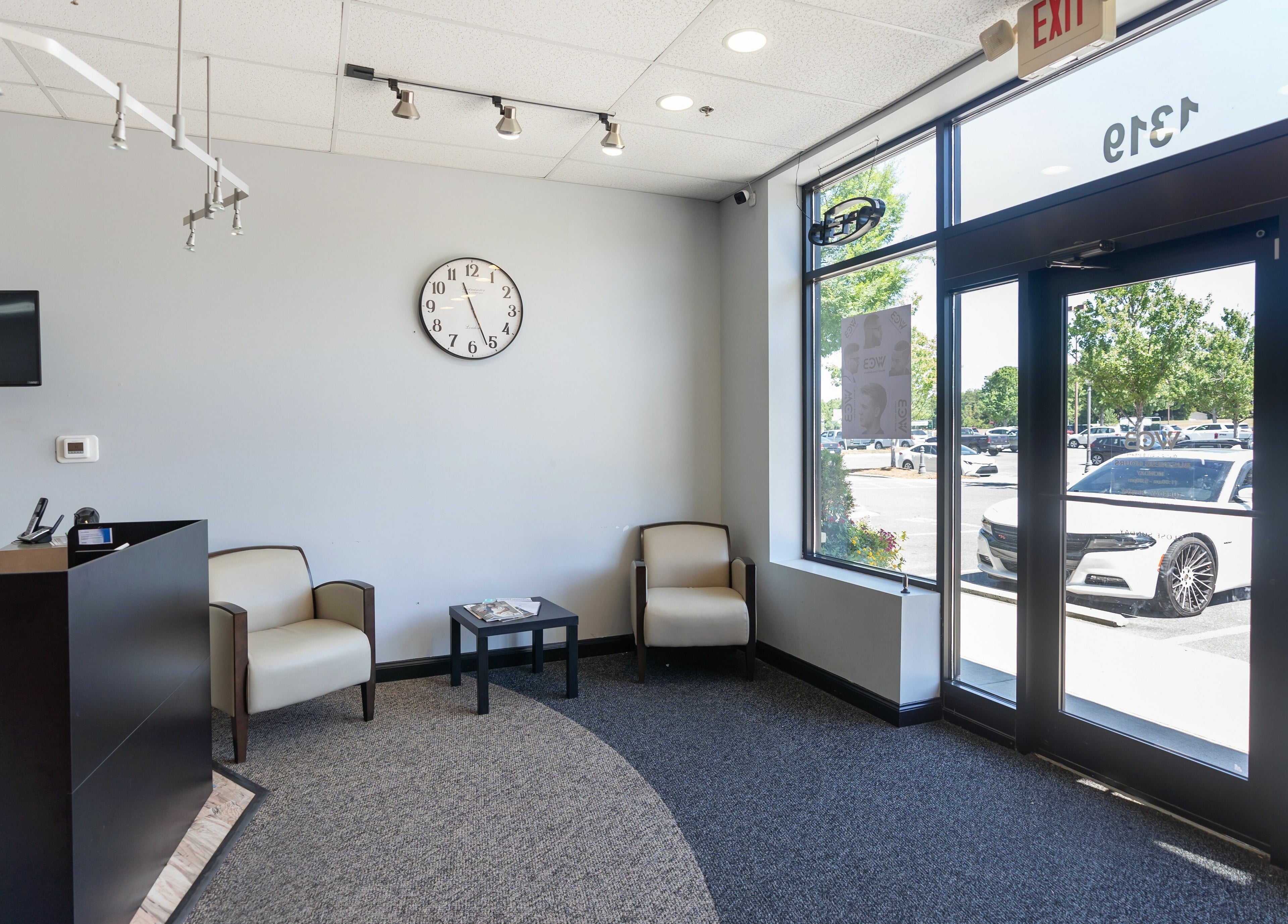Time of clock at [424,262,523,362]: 11:26
